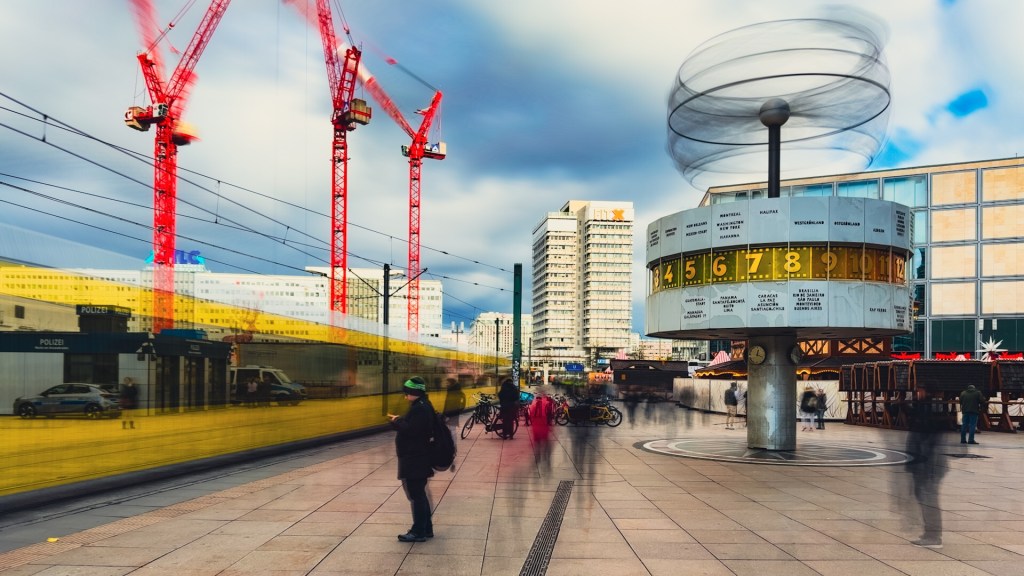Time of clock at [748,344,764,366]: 12:18
